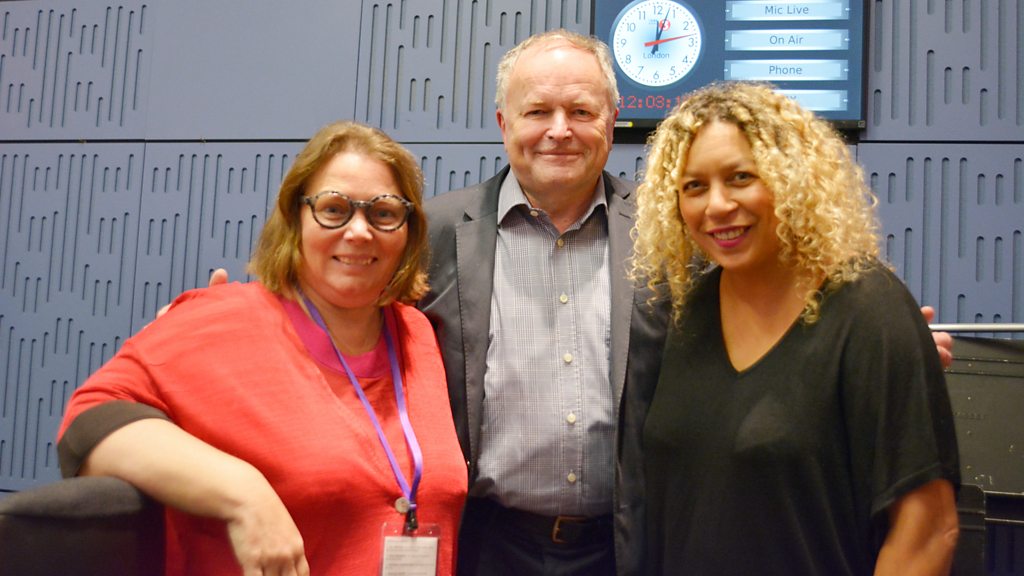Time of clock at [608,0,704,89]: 12:03
